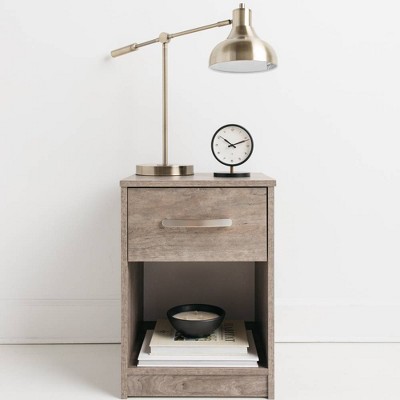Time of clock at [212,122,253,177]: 10:11
